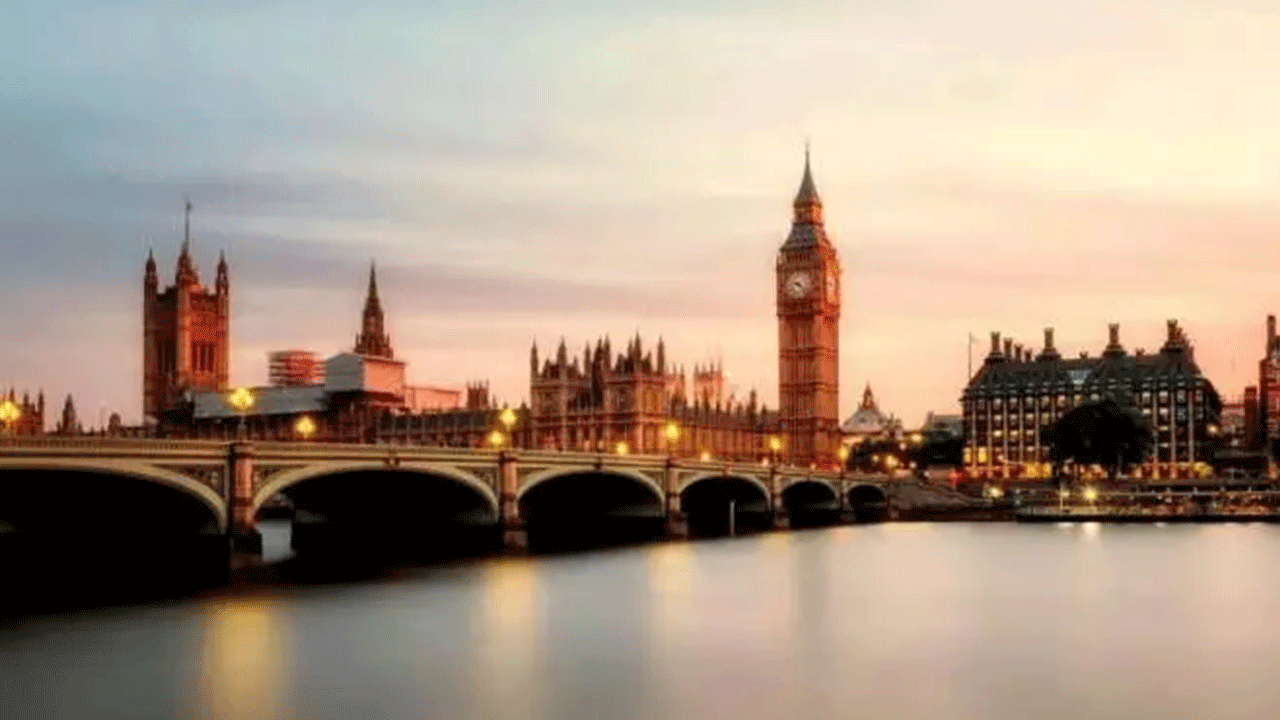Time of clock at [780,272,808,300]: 9:22
